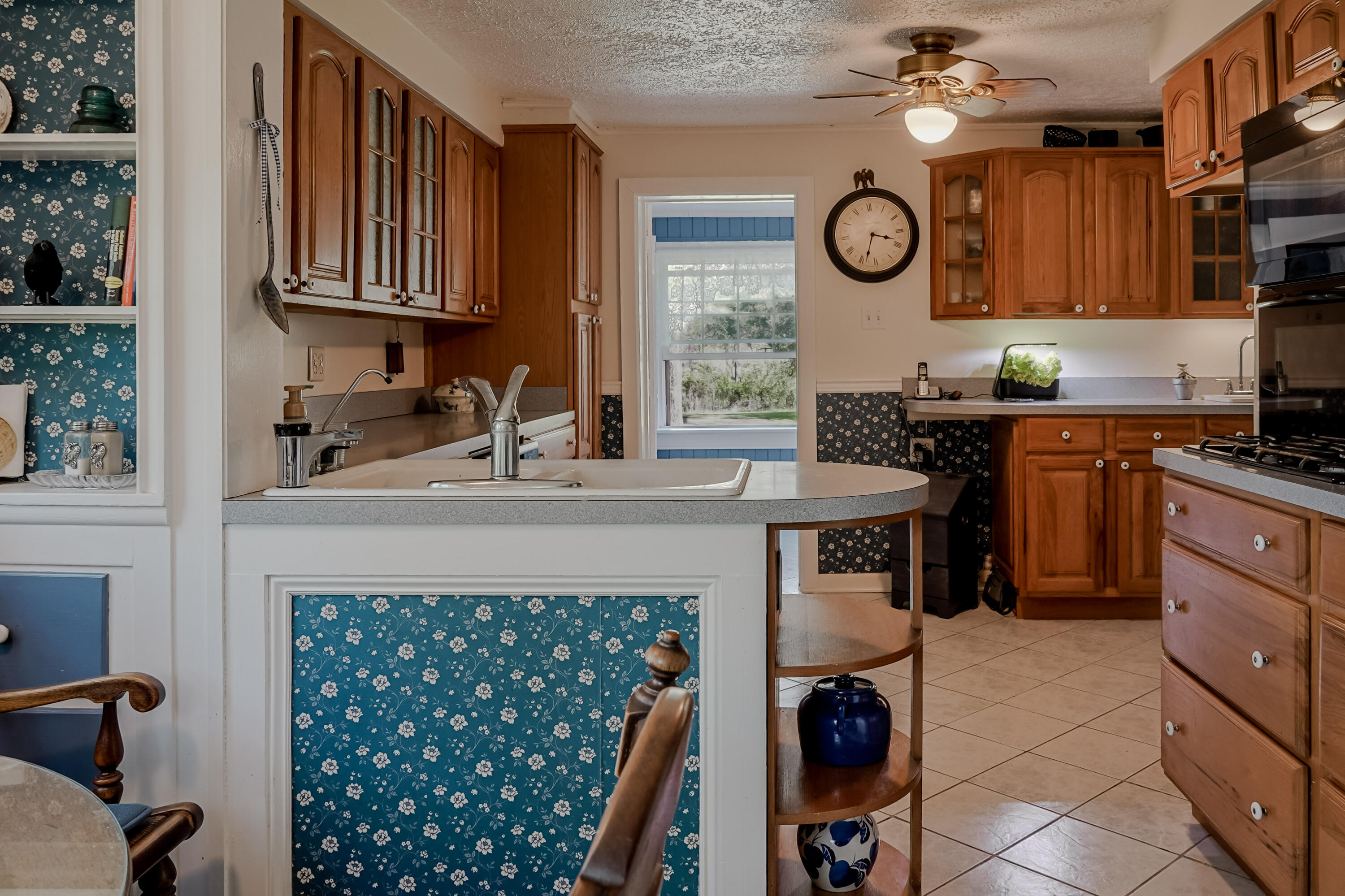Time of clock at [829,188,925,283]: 3:33
